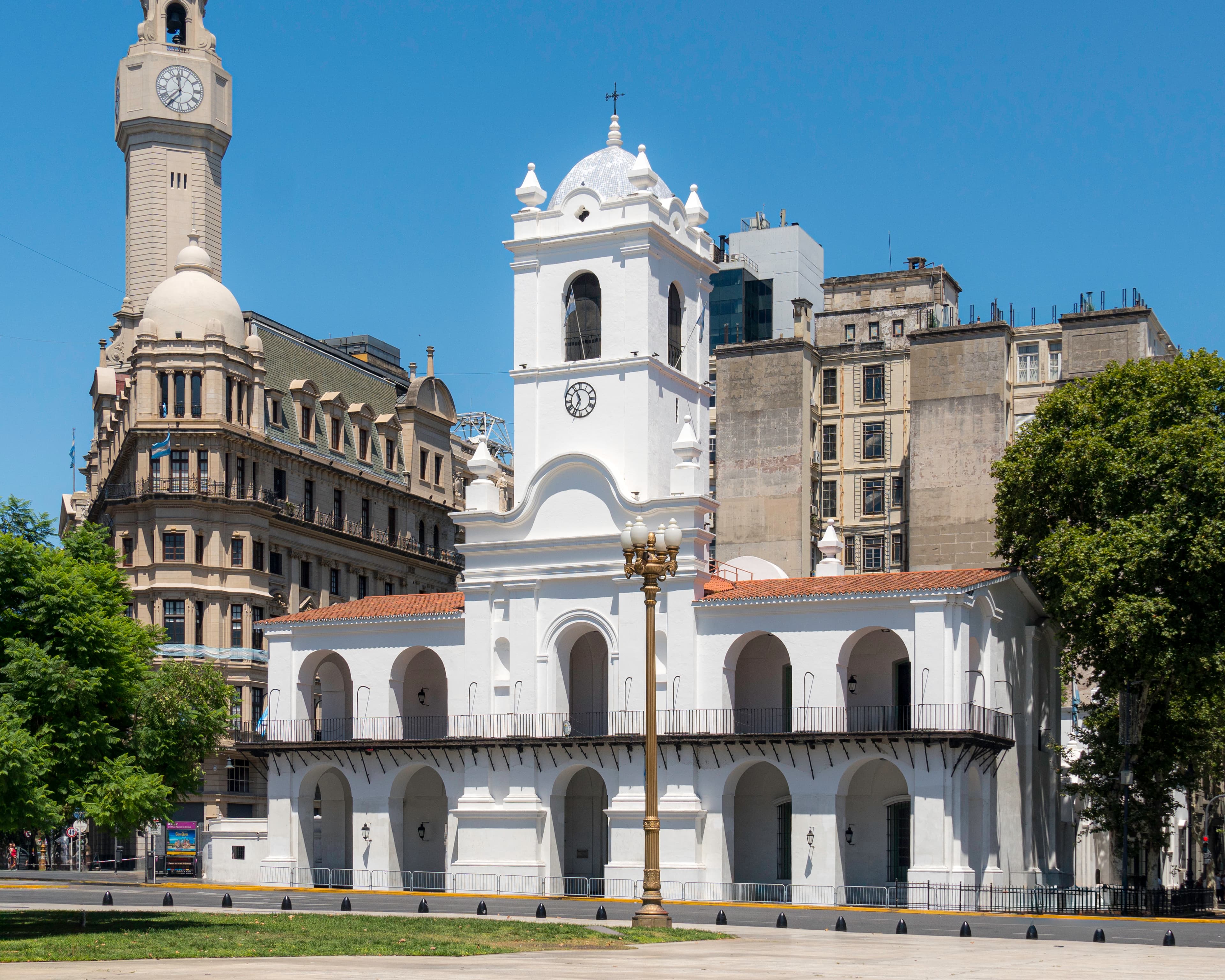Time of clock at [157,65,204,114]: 11:36
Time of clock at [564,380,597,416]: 6:56
